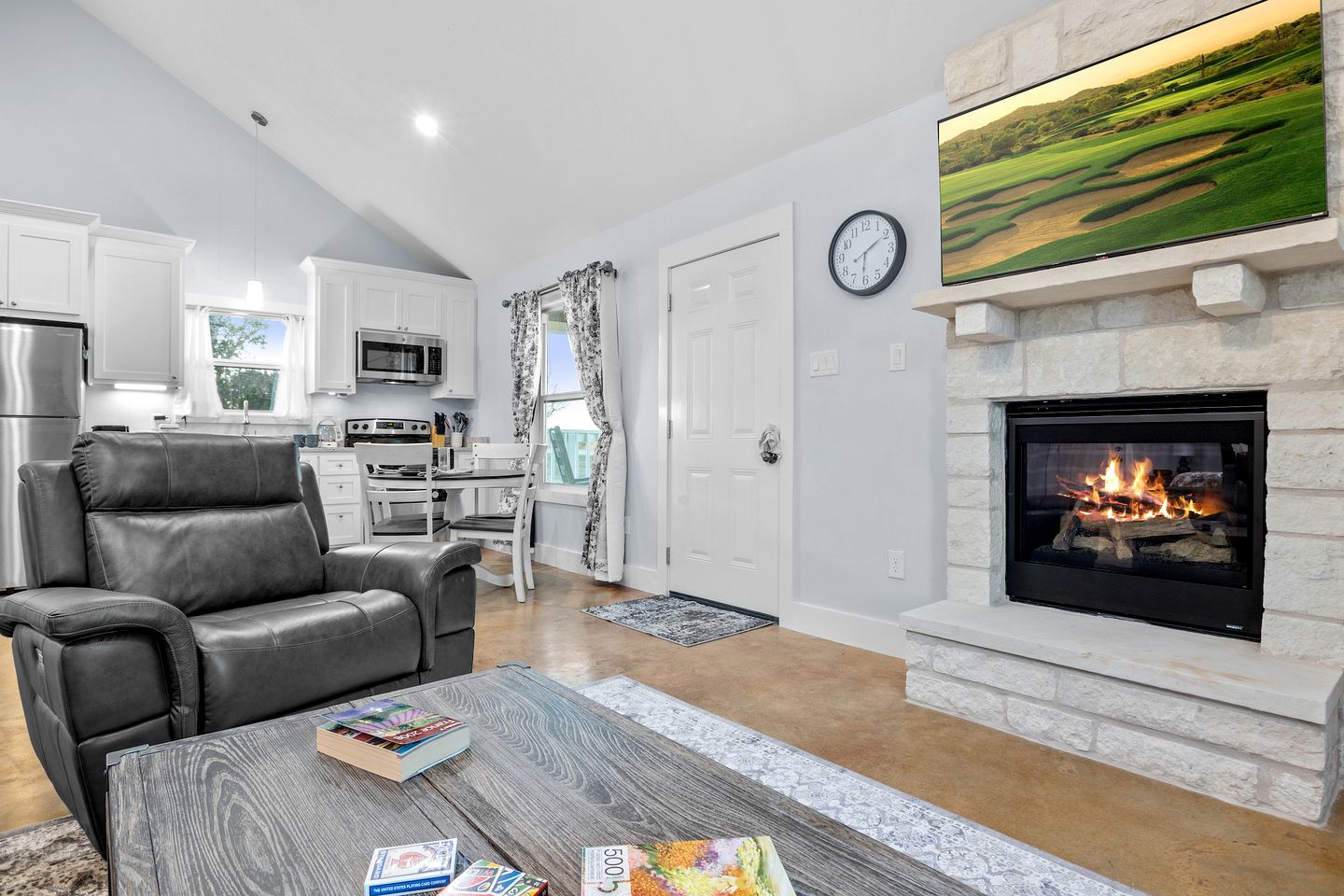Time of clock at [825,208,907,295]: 6:10
